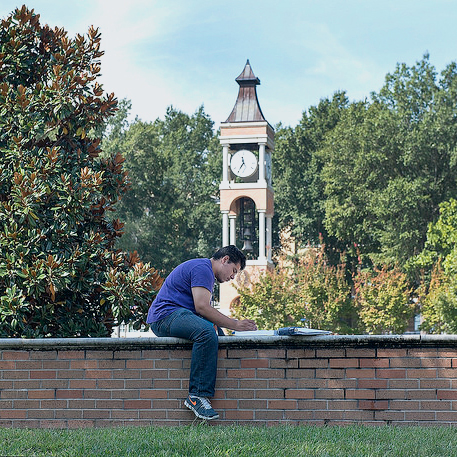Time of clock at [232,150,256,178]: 11:35
